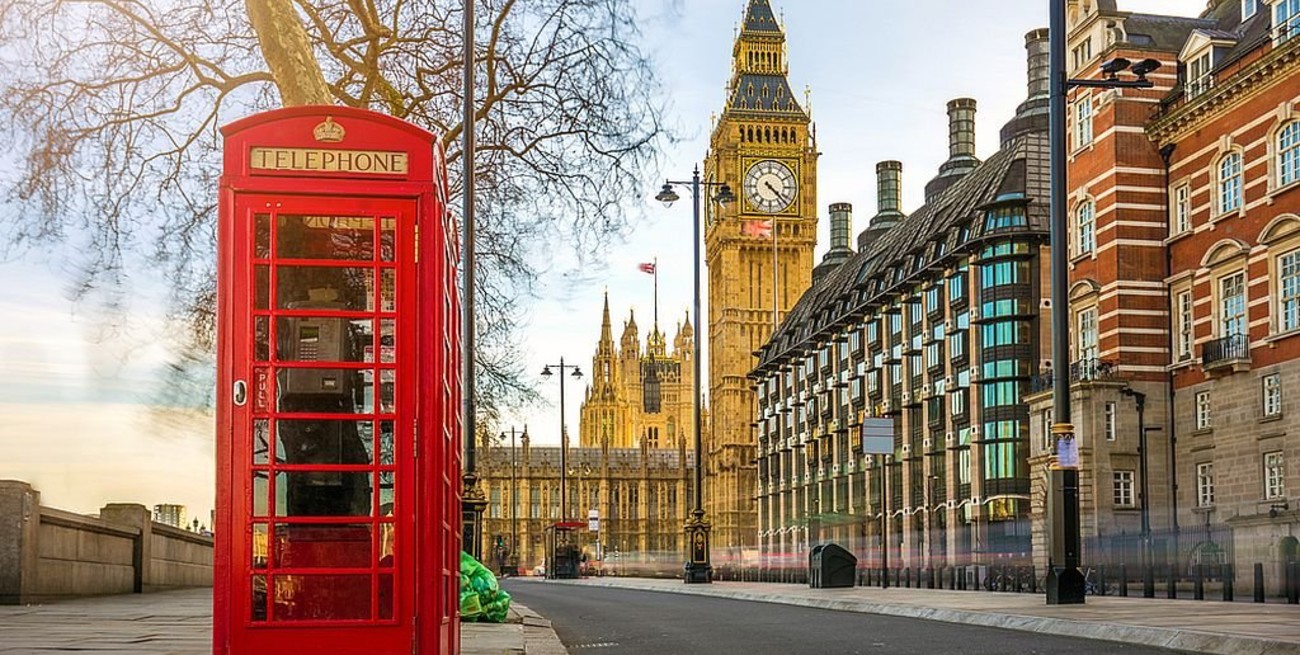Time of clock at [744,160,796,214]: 4:22
